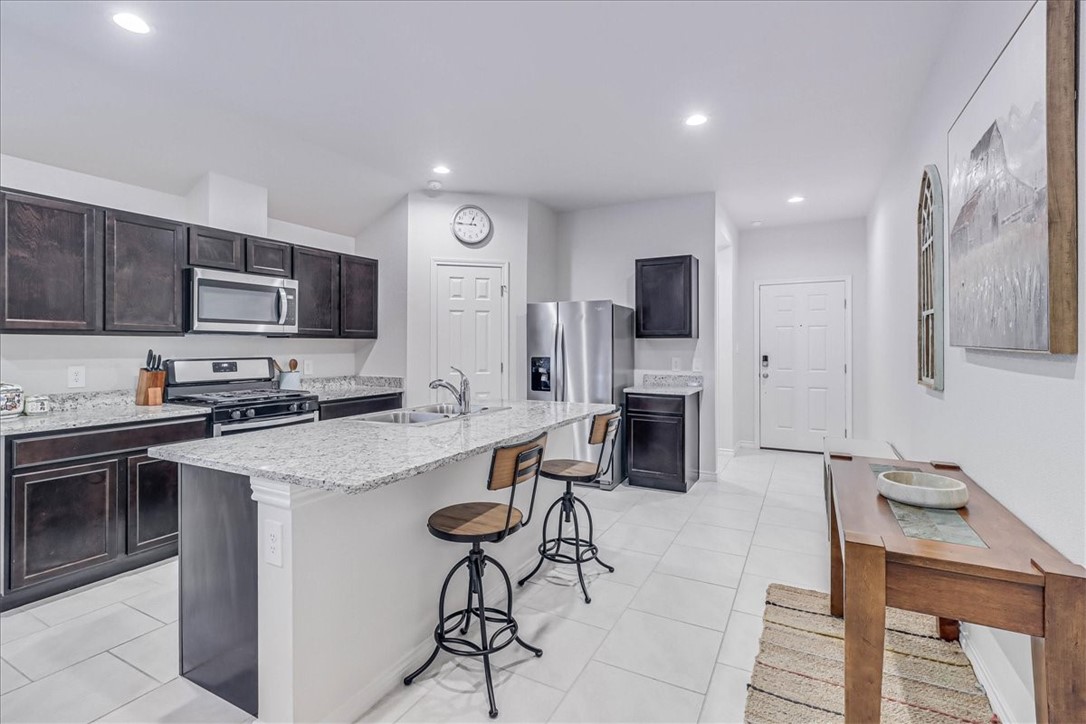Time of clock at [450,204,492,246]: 12:45
